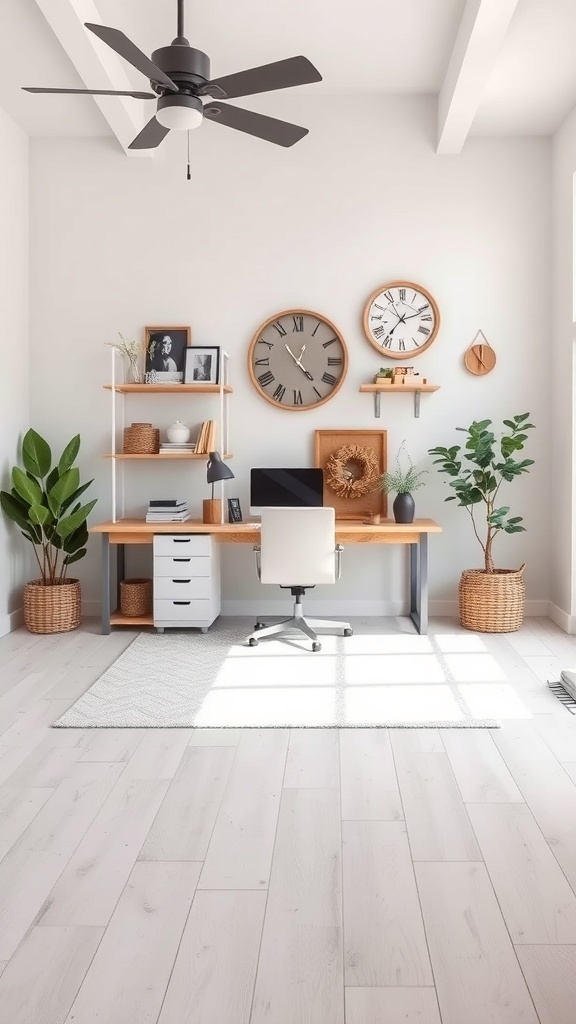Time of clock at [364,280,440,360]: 7:11
